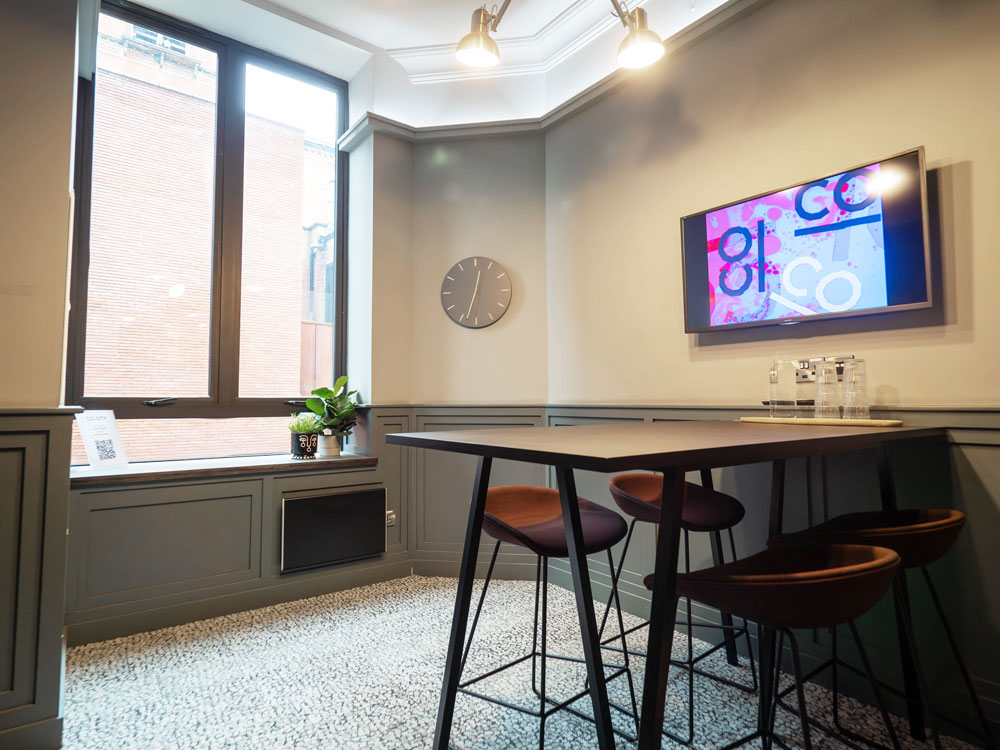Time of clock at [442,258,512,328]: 12:33
